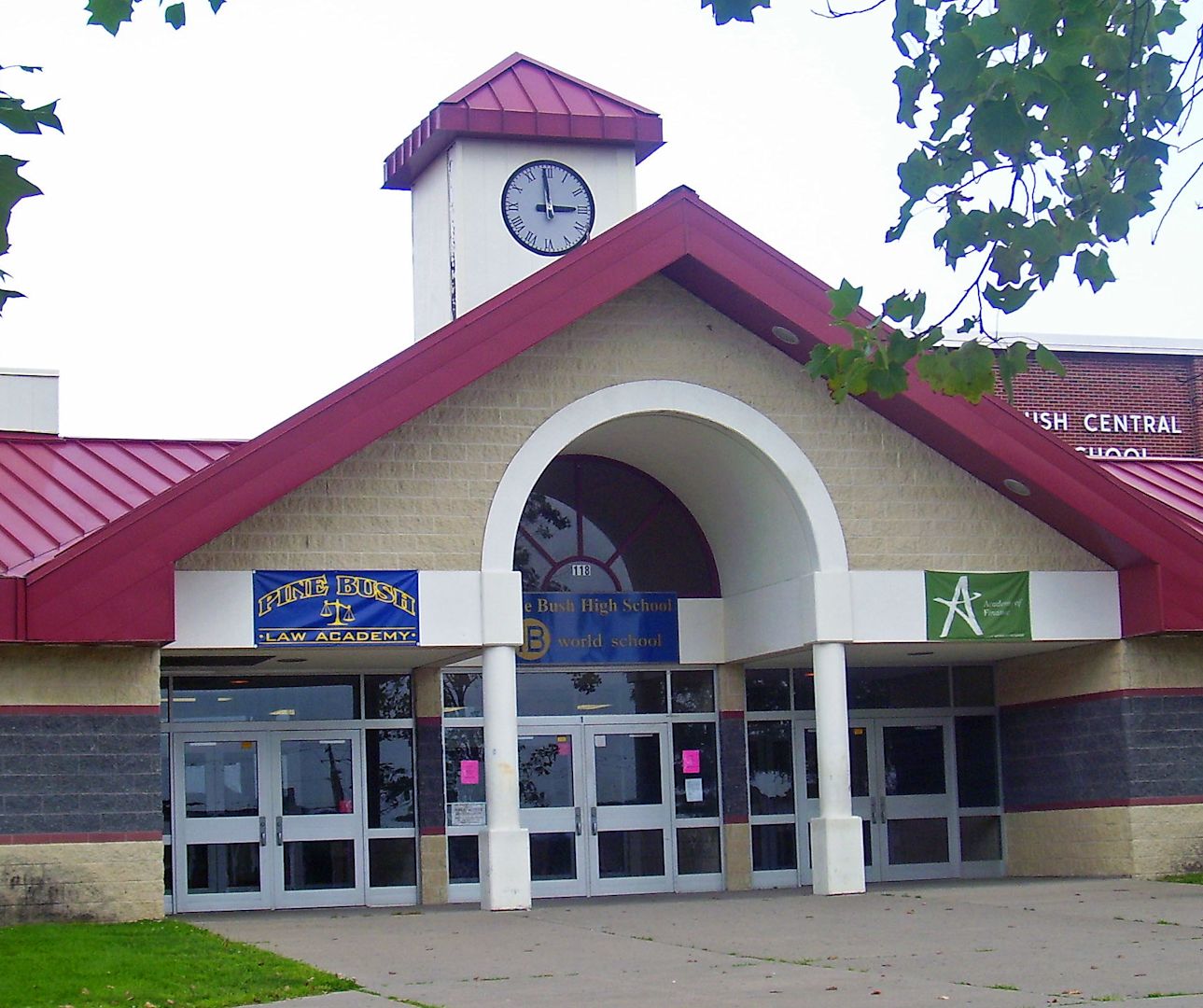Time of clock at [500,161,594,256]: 2:59
